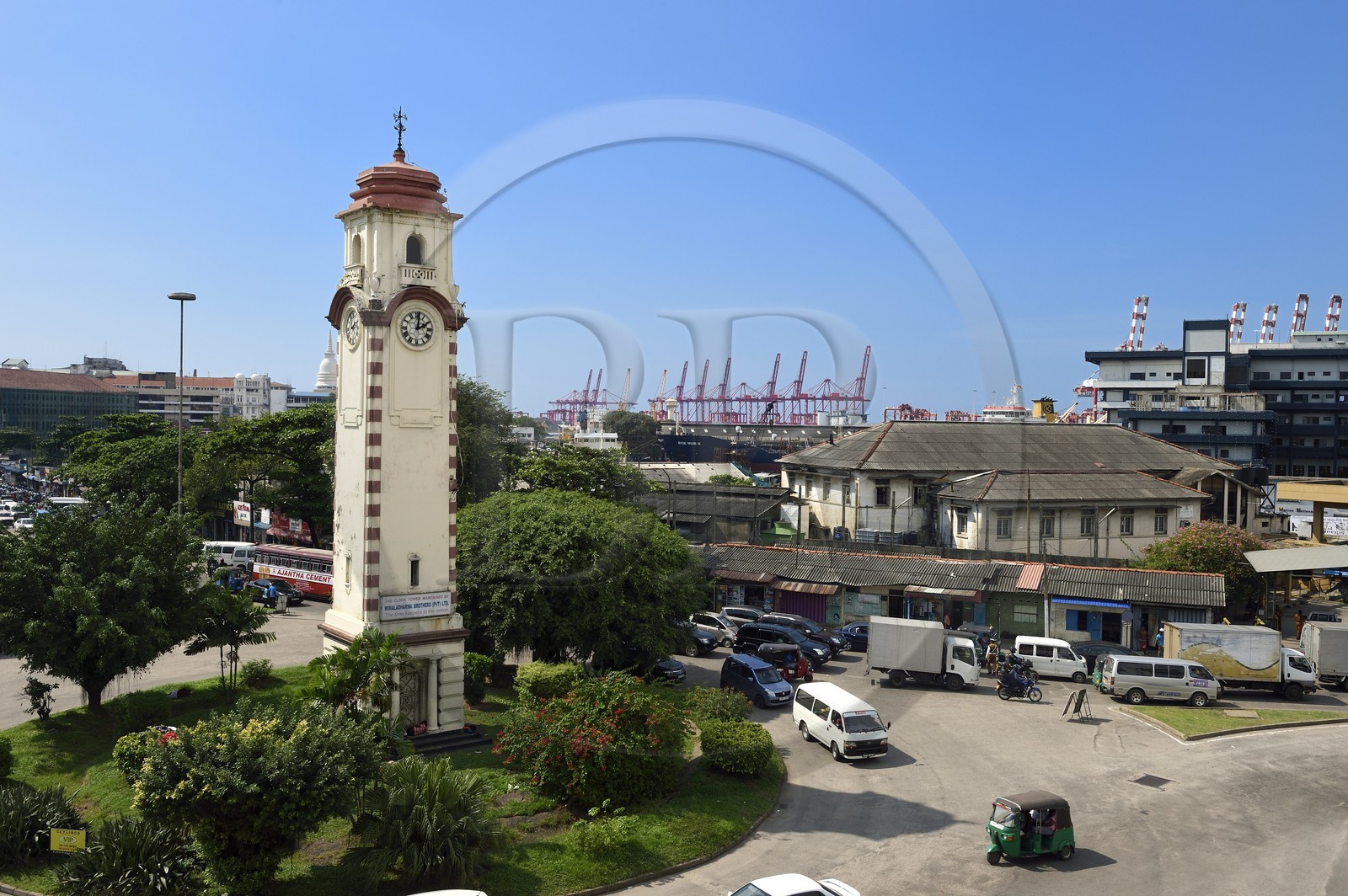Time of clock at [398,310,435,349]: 2:01
